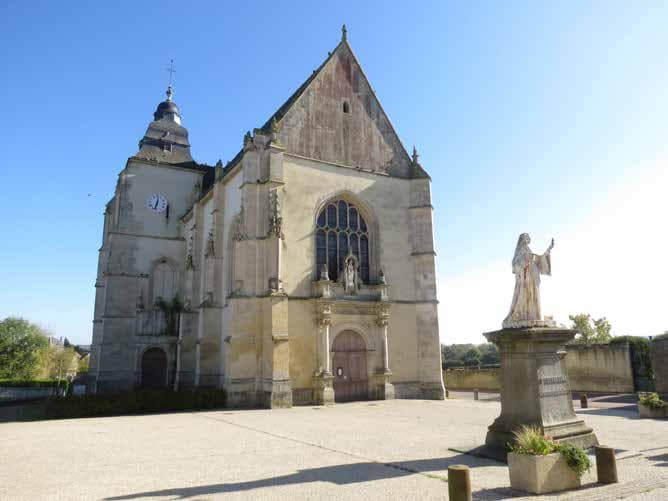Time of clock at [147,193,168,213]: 12:32
